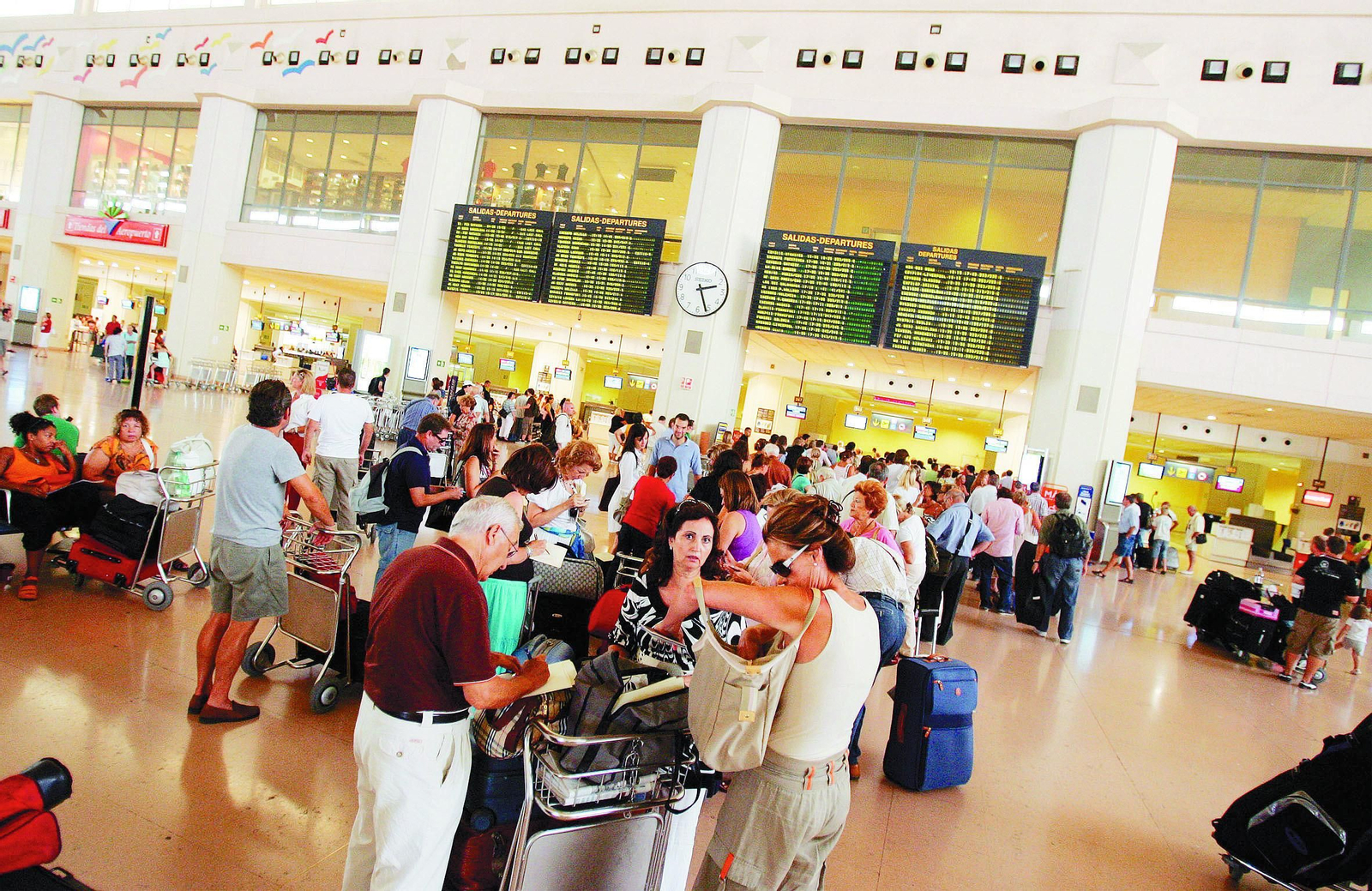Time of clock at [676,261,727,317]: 2:26
